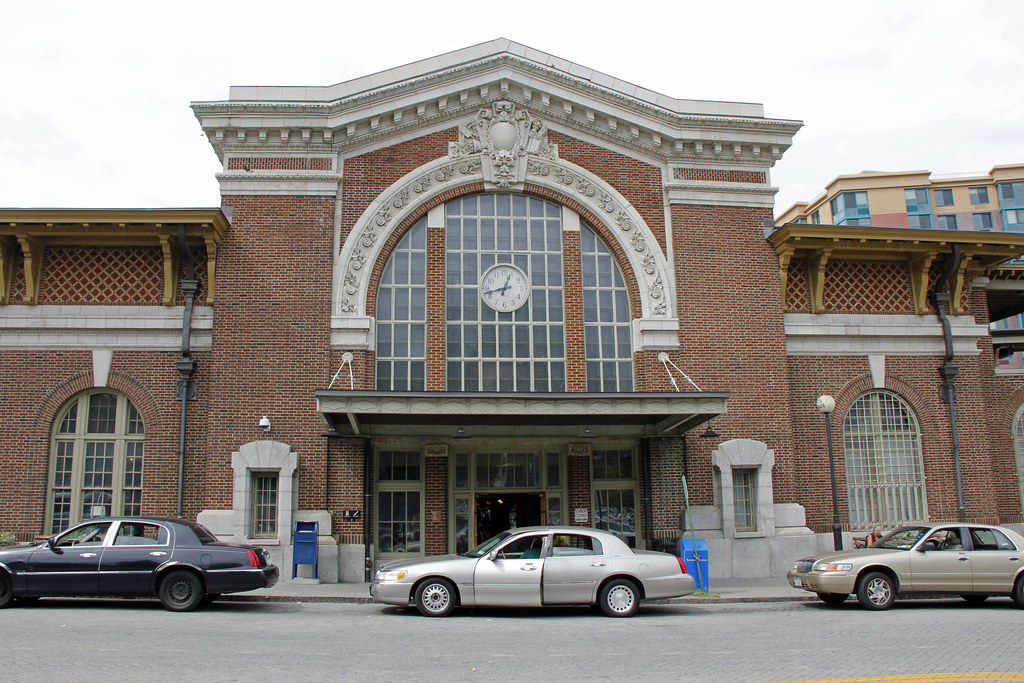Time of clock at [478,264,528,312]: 12:42
